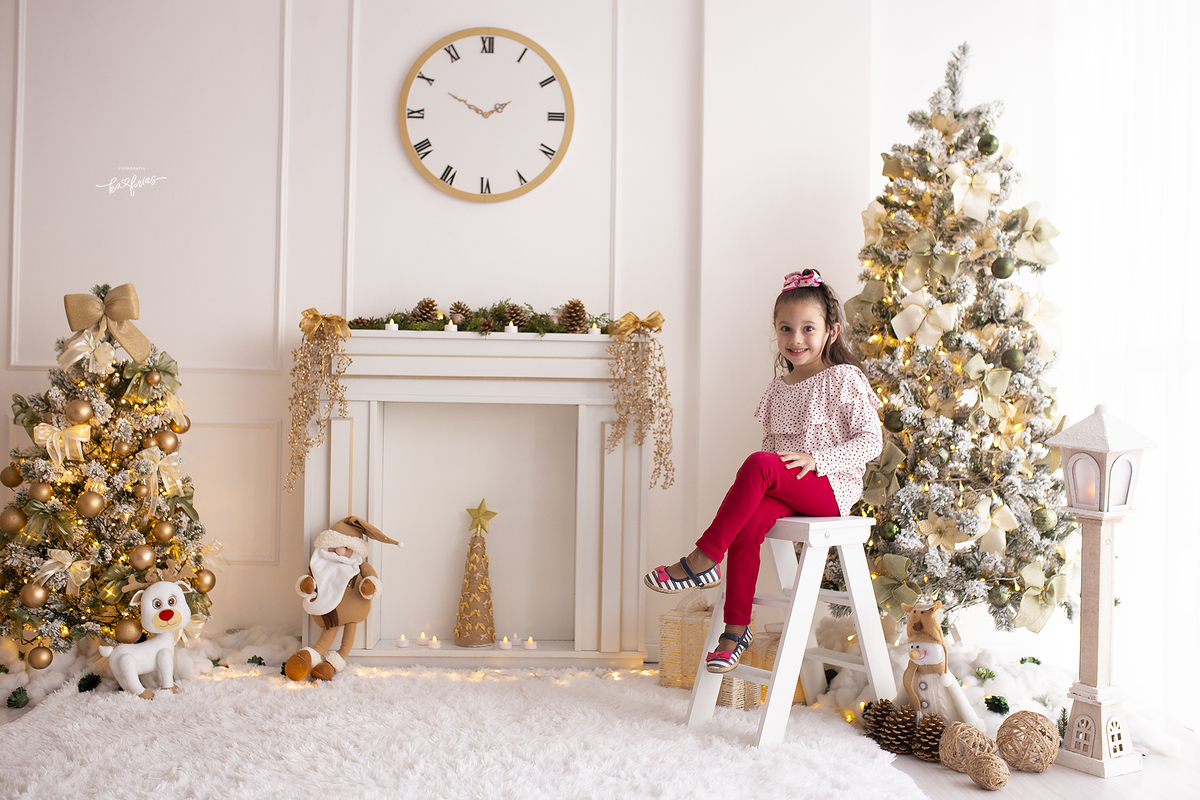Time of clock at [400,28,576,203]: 1:49
